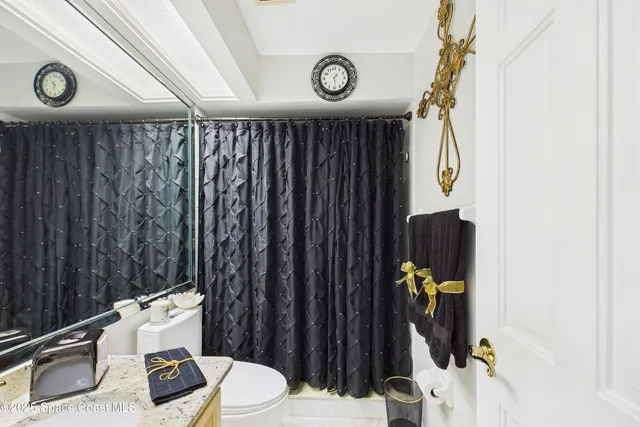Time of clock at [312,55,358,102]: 1:28
